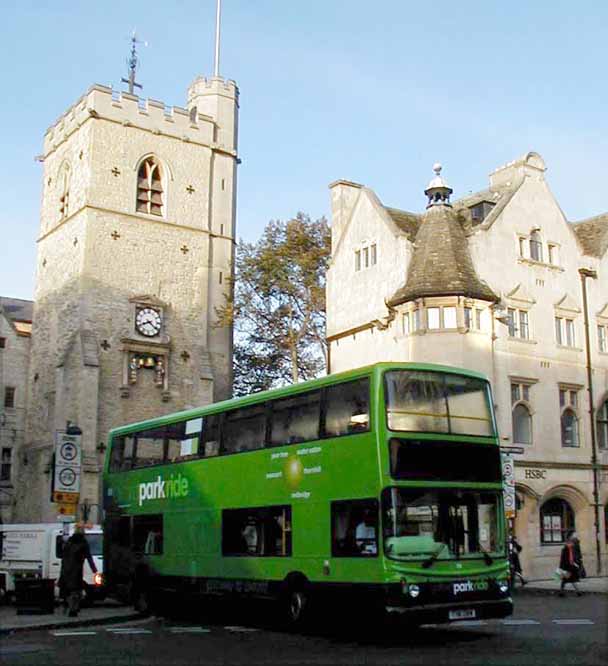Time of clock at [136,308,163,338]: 8:21
